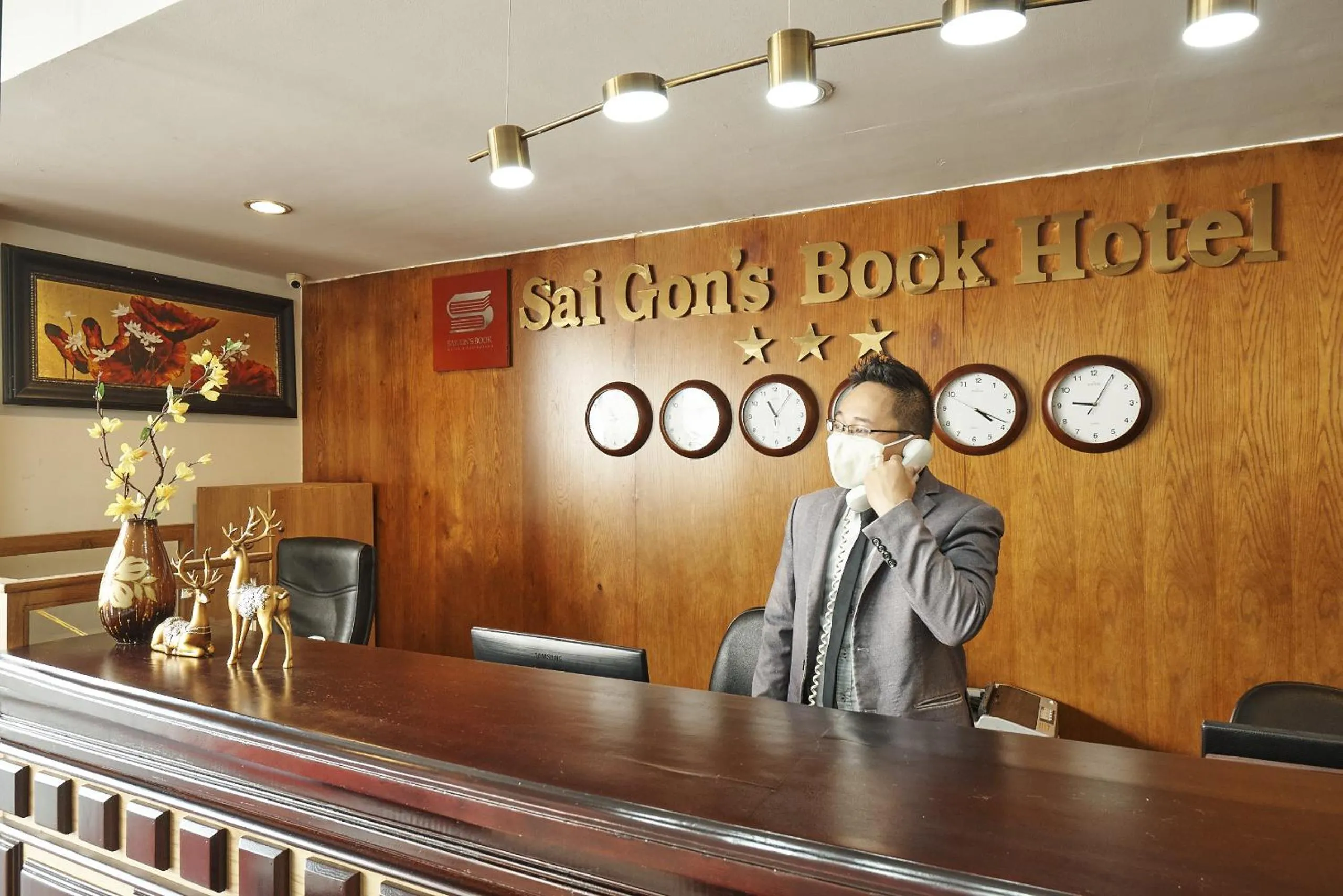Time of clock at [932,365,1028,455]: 4:18
